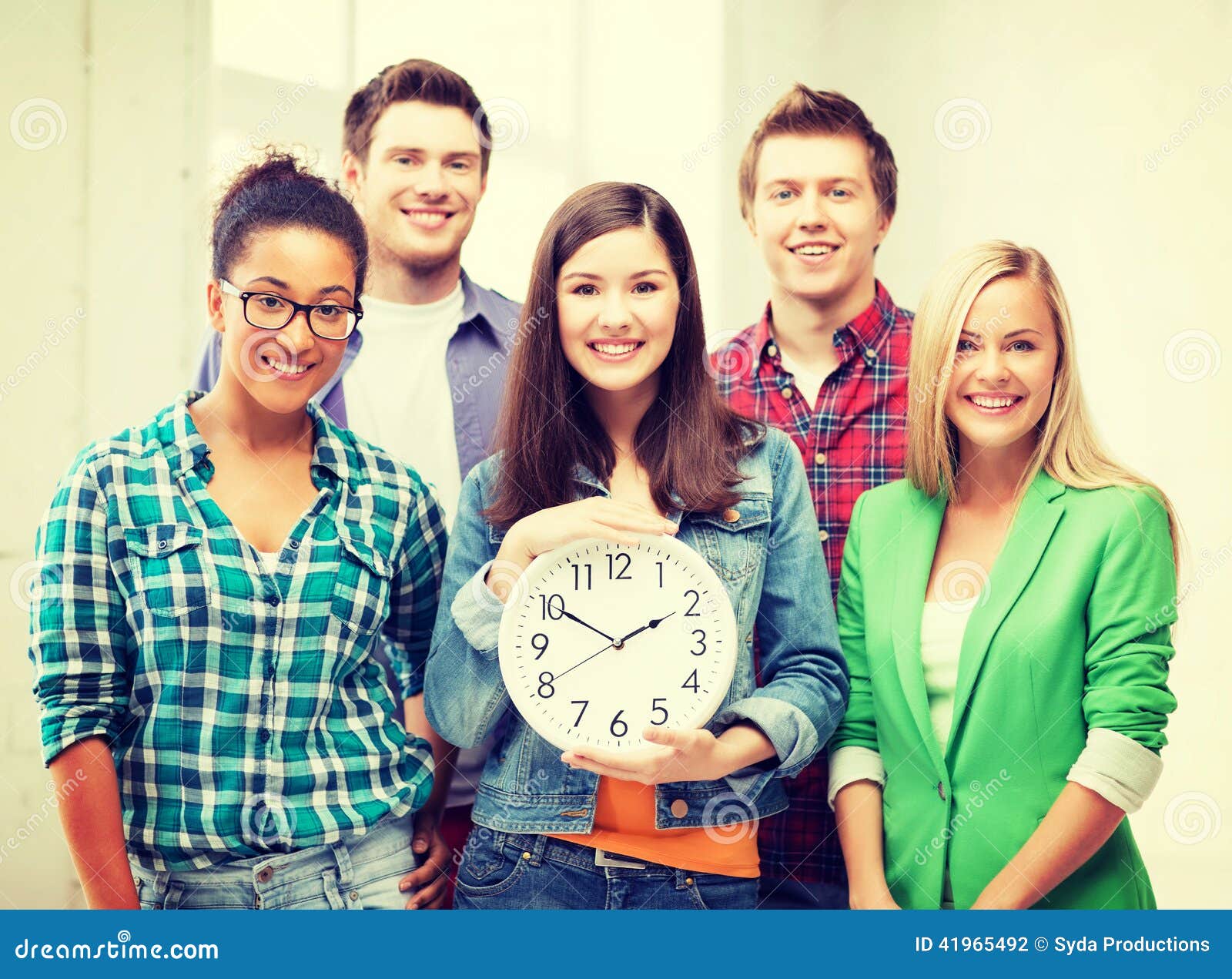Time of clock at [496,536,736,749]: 1:50
